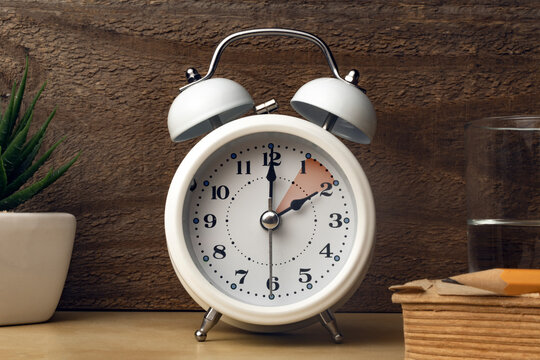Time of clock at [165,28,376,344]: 2:00
